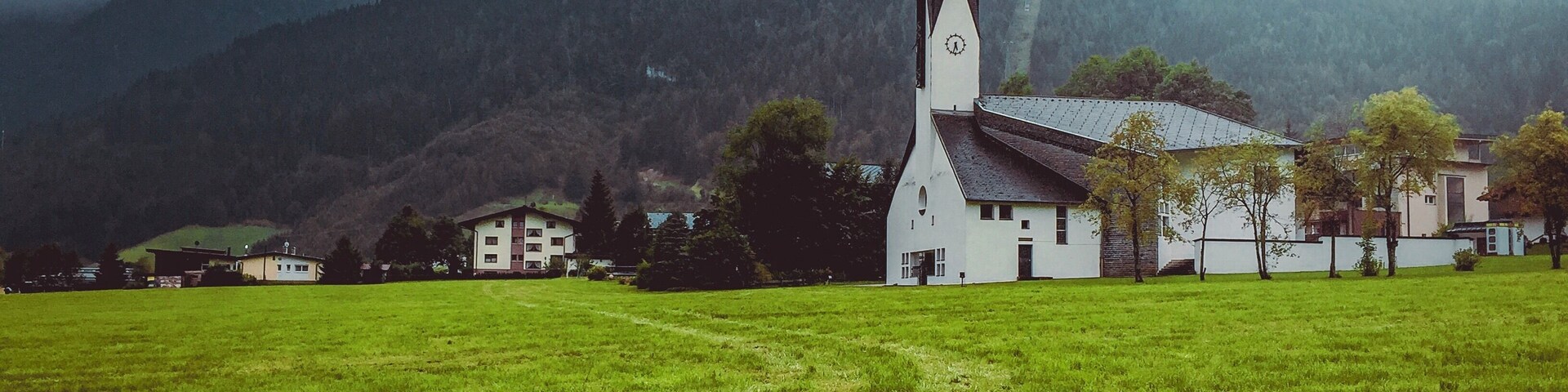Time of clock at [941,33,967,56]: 5:32
